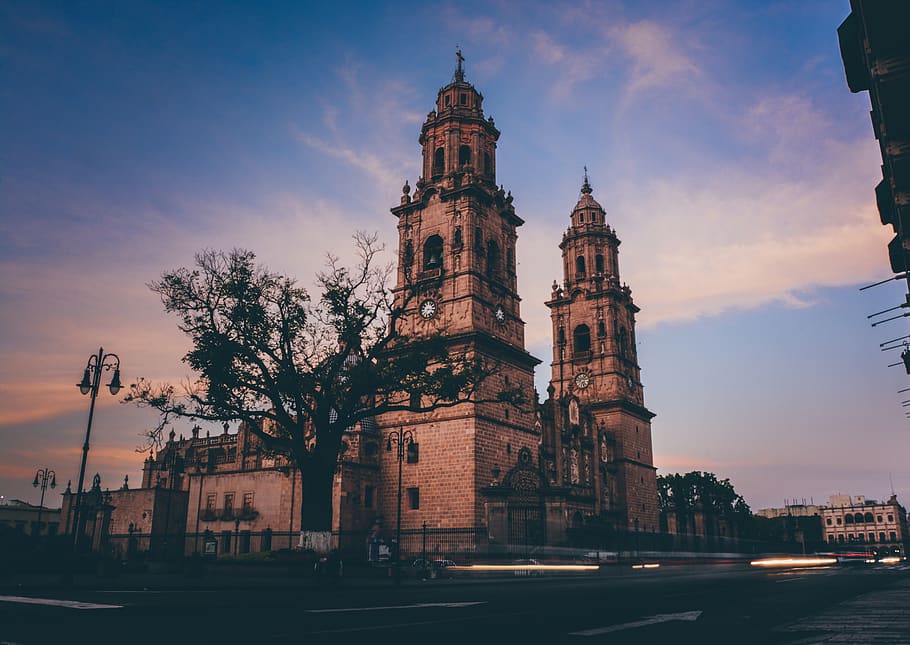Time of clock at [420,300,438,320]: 7:15
